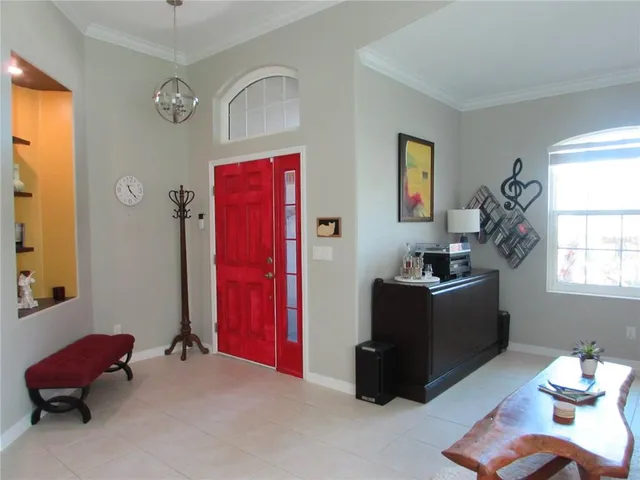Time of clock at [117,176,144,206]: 11:22
